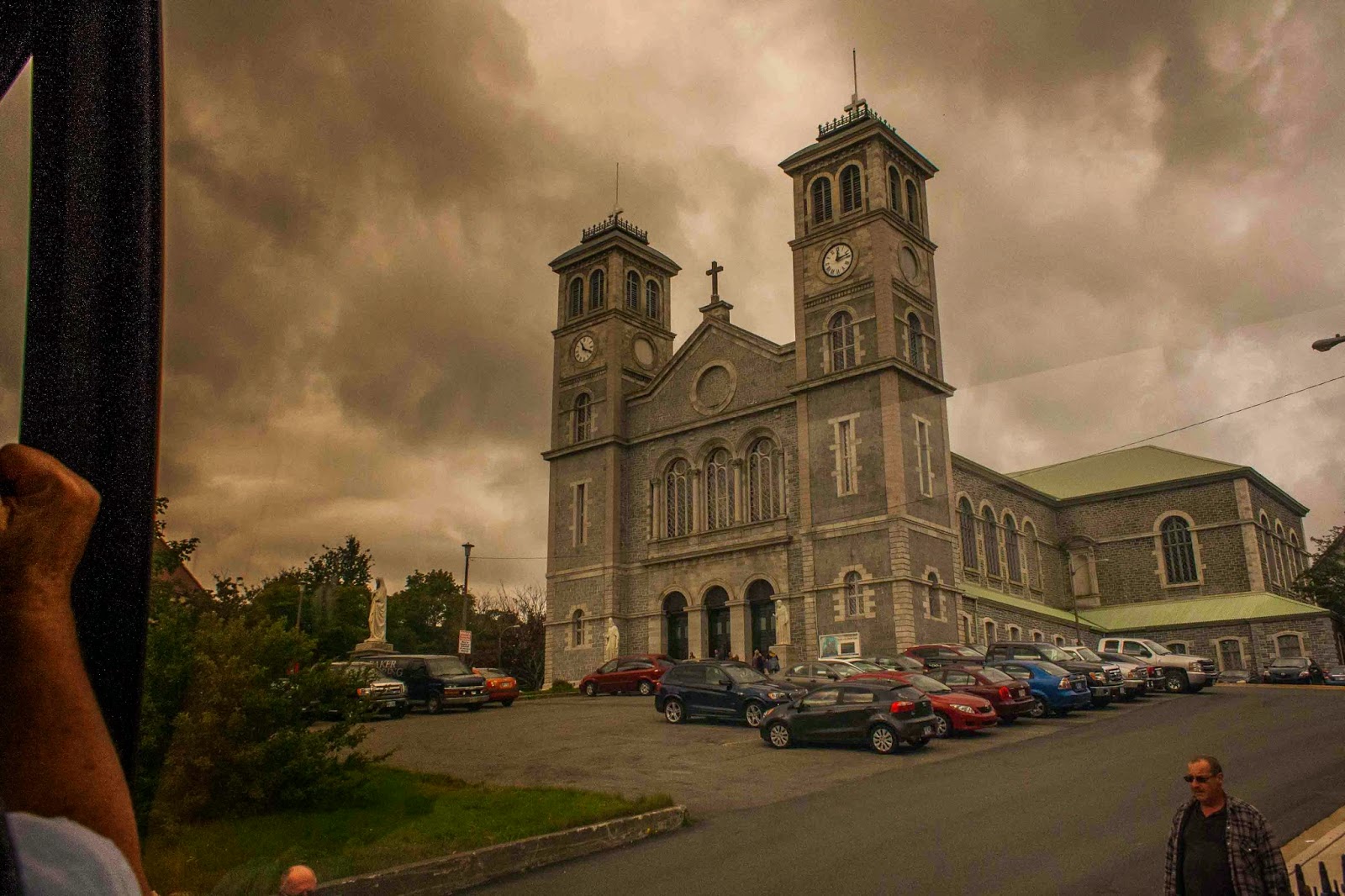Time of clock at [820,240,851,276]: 12:12
